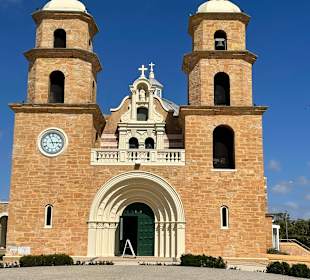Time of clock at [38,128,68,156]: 2:56
